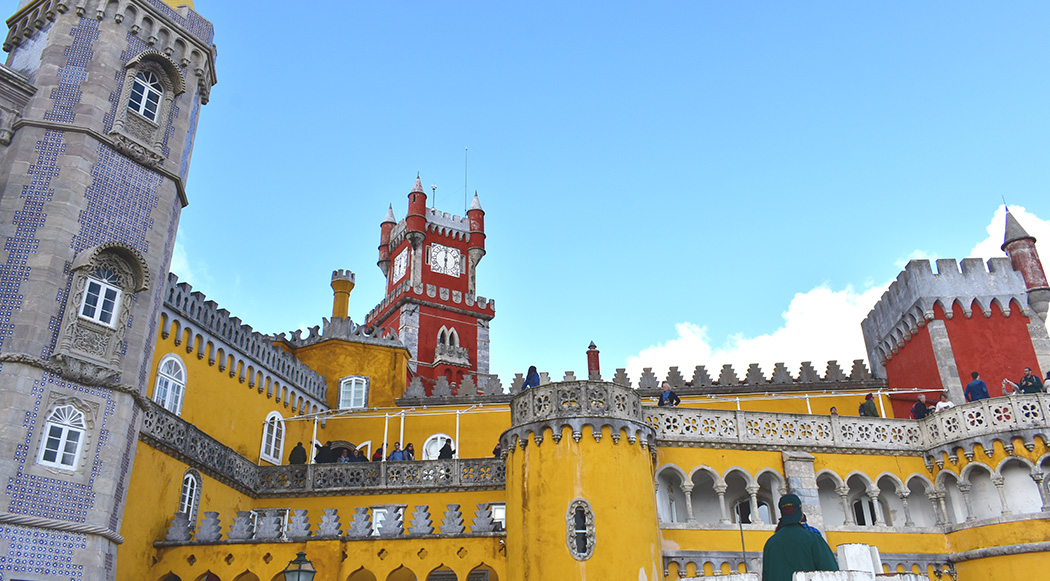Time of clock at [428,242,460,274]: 6:00
